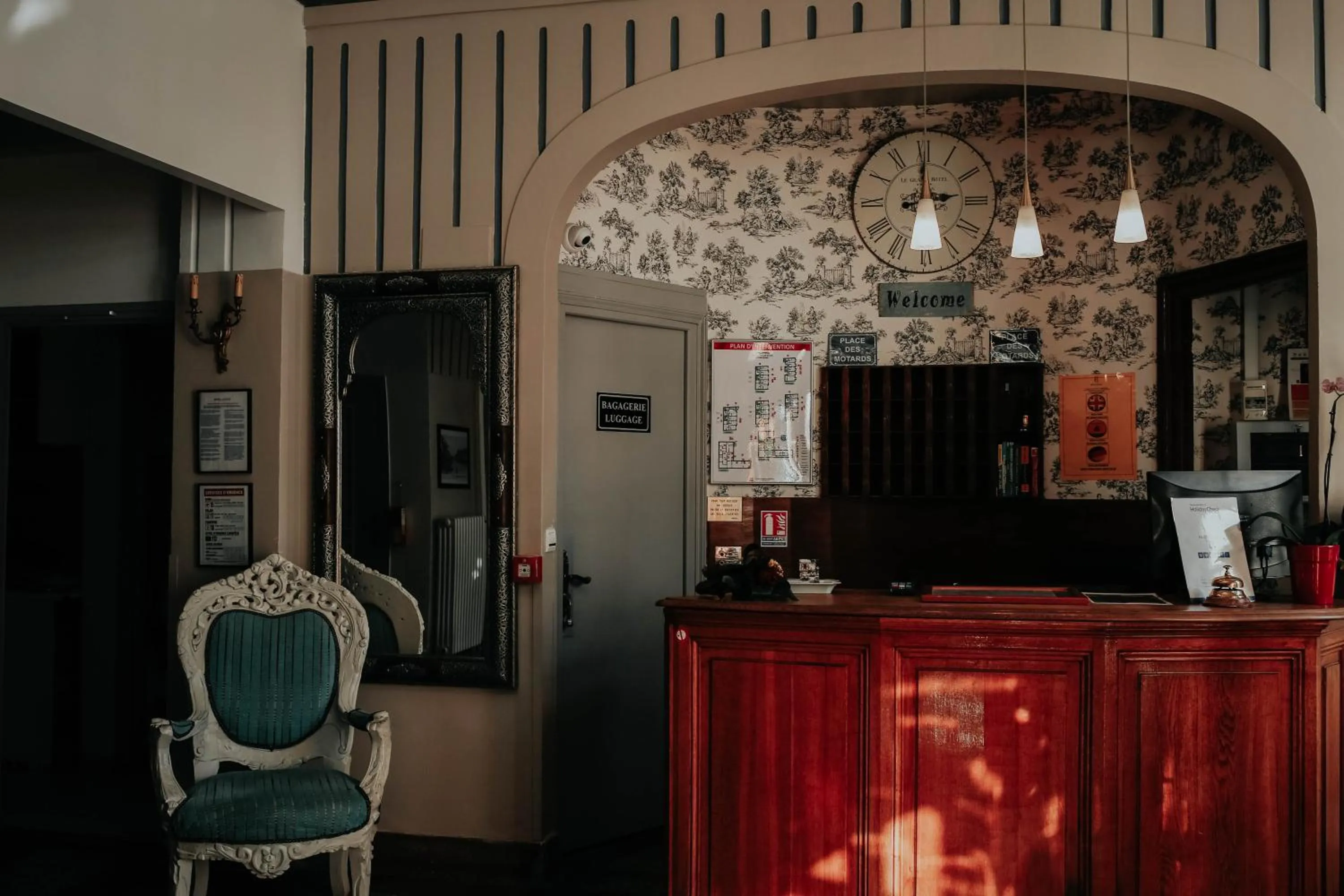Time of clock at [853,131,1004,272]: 2:59
